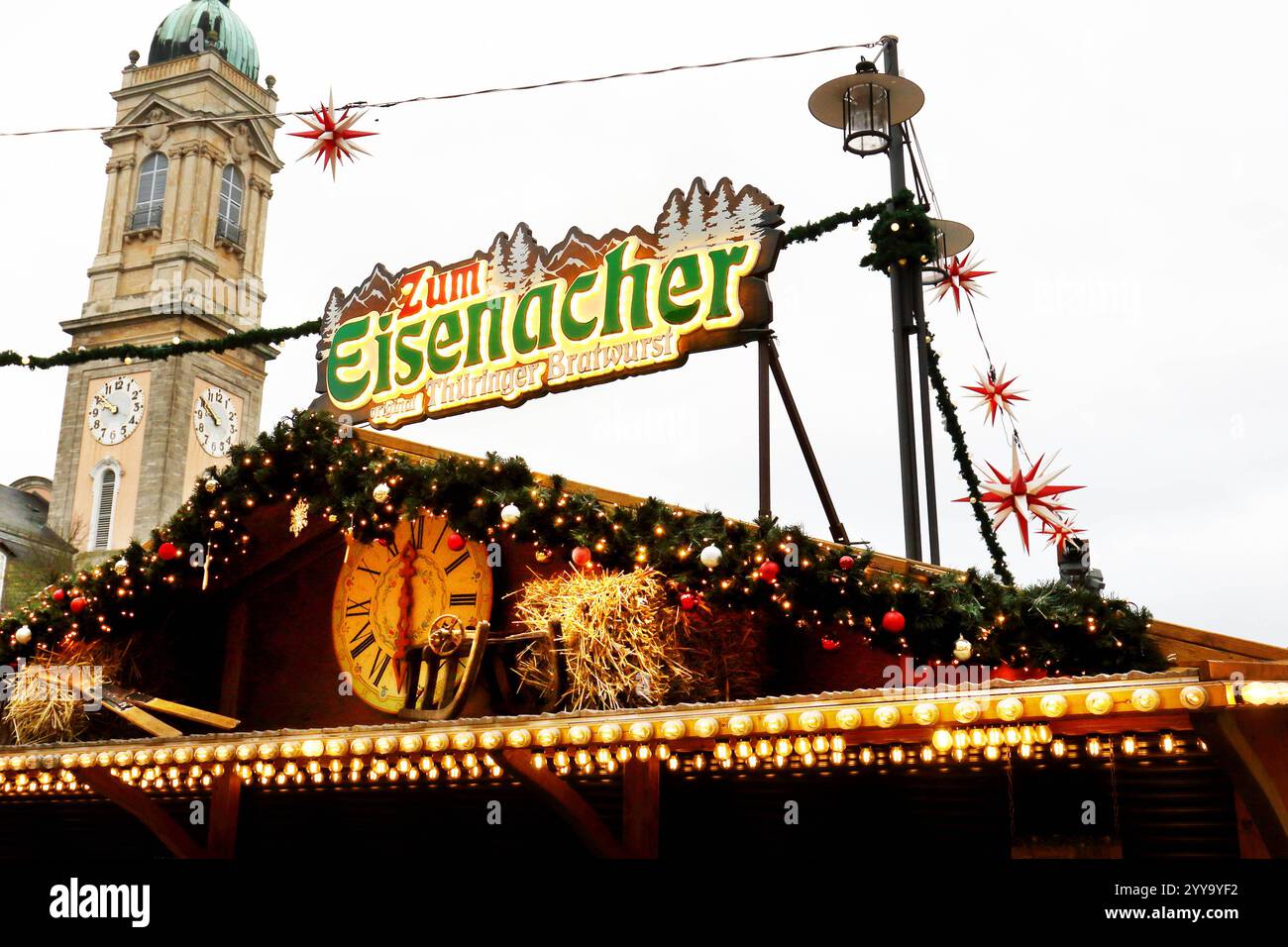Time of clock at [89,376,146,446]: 9:51
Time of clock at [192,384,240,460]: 9:50
